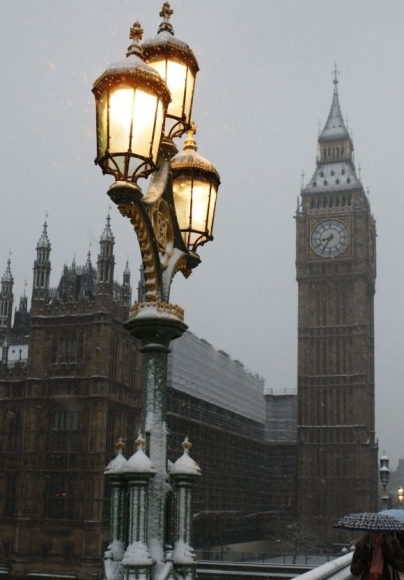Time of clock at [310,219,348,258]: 8:35
